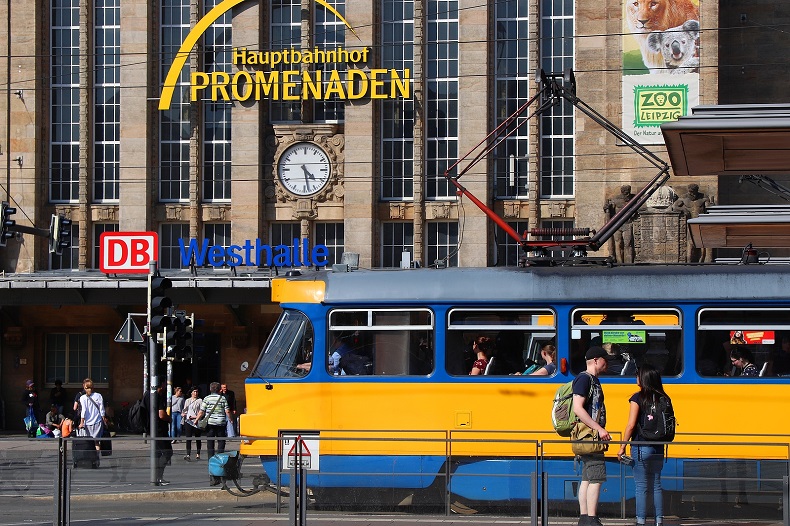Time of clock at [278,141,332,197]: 4:28
